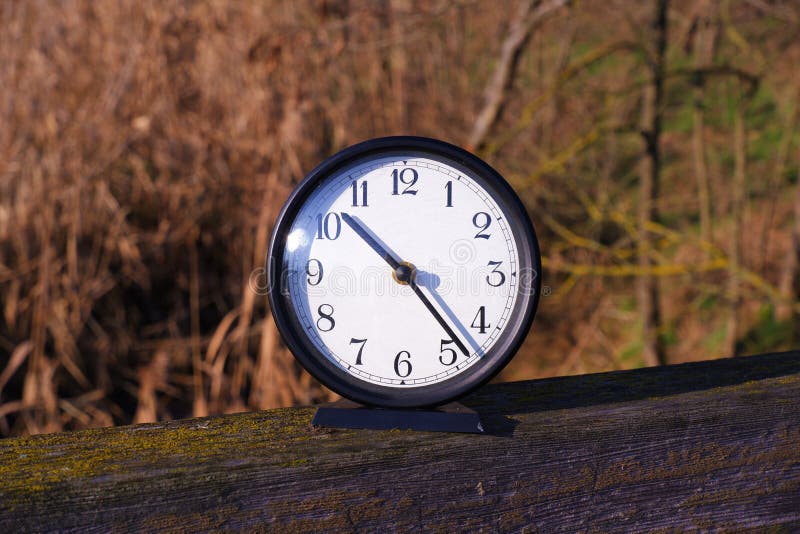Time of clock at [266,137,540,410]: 10:23
